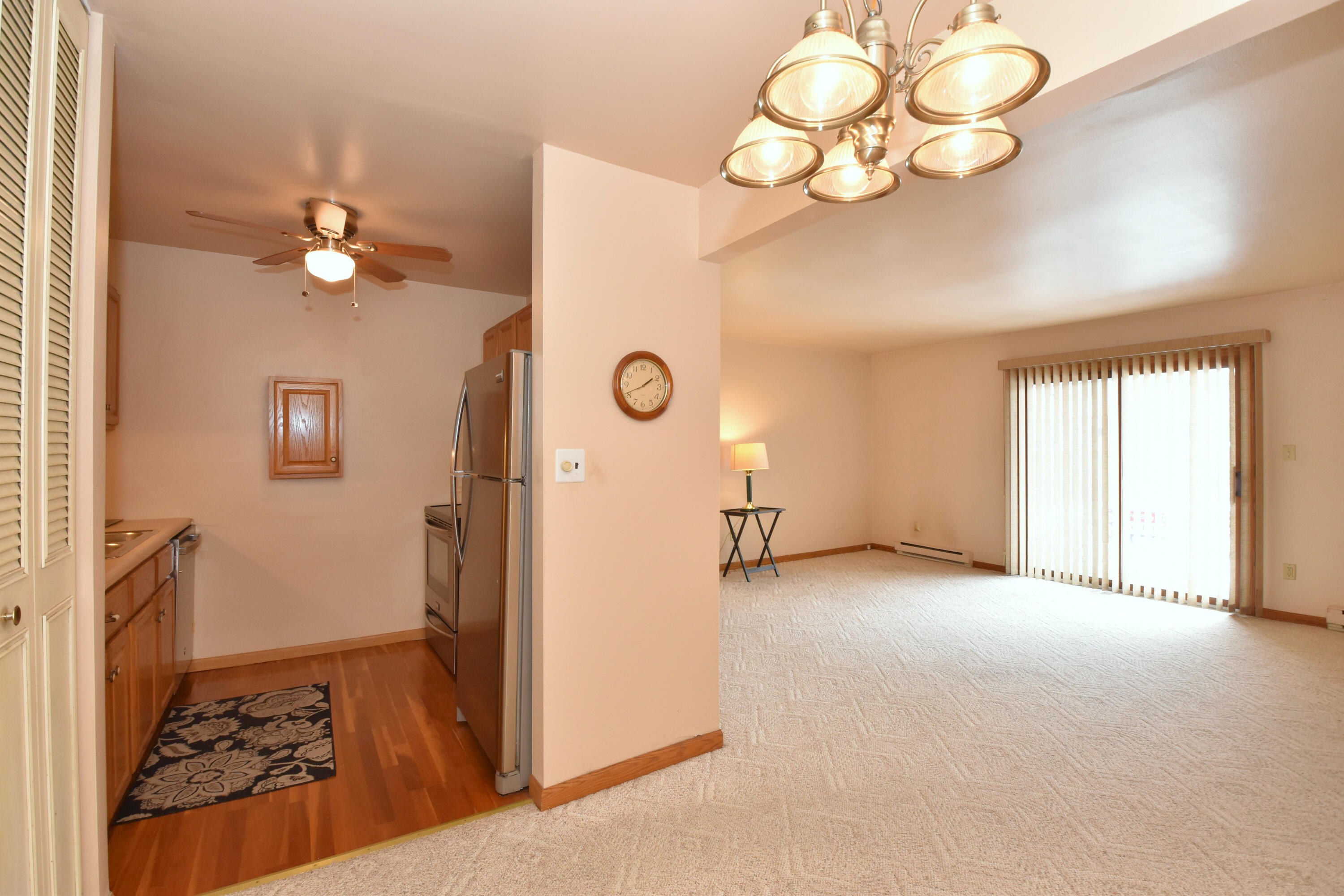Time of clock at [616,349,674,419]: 1:41
